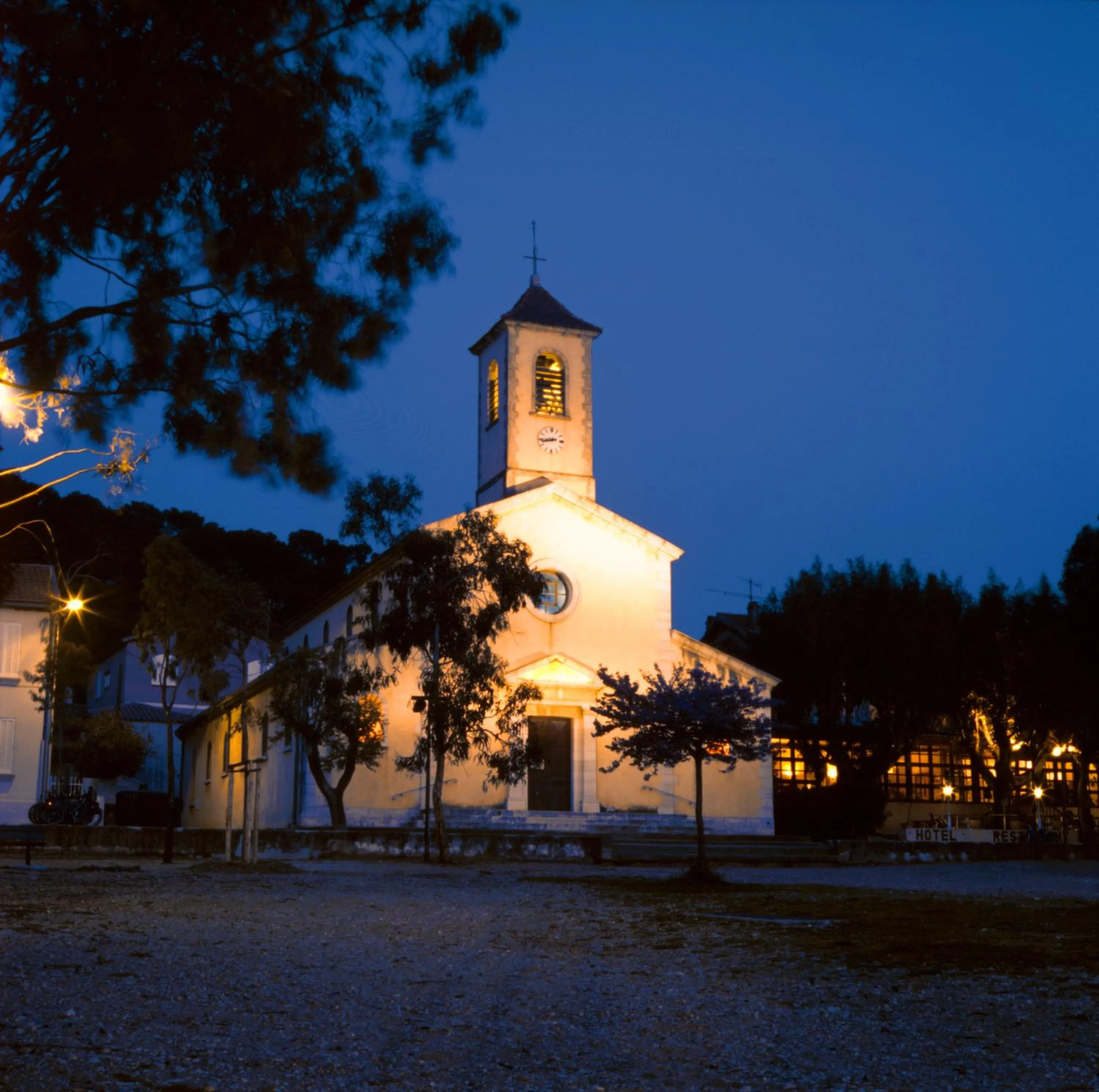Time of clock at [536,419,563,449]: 8:43
